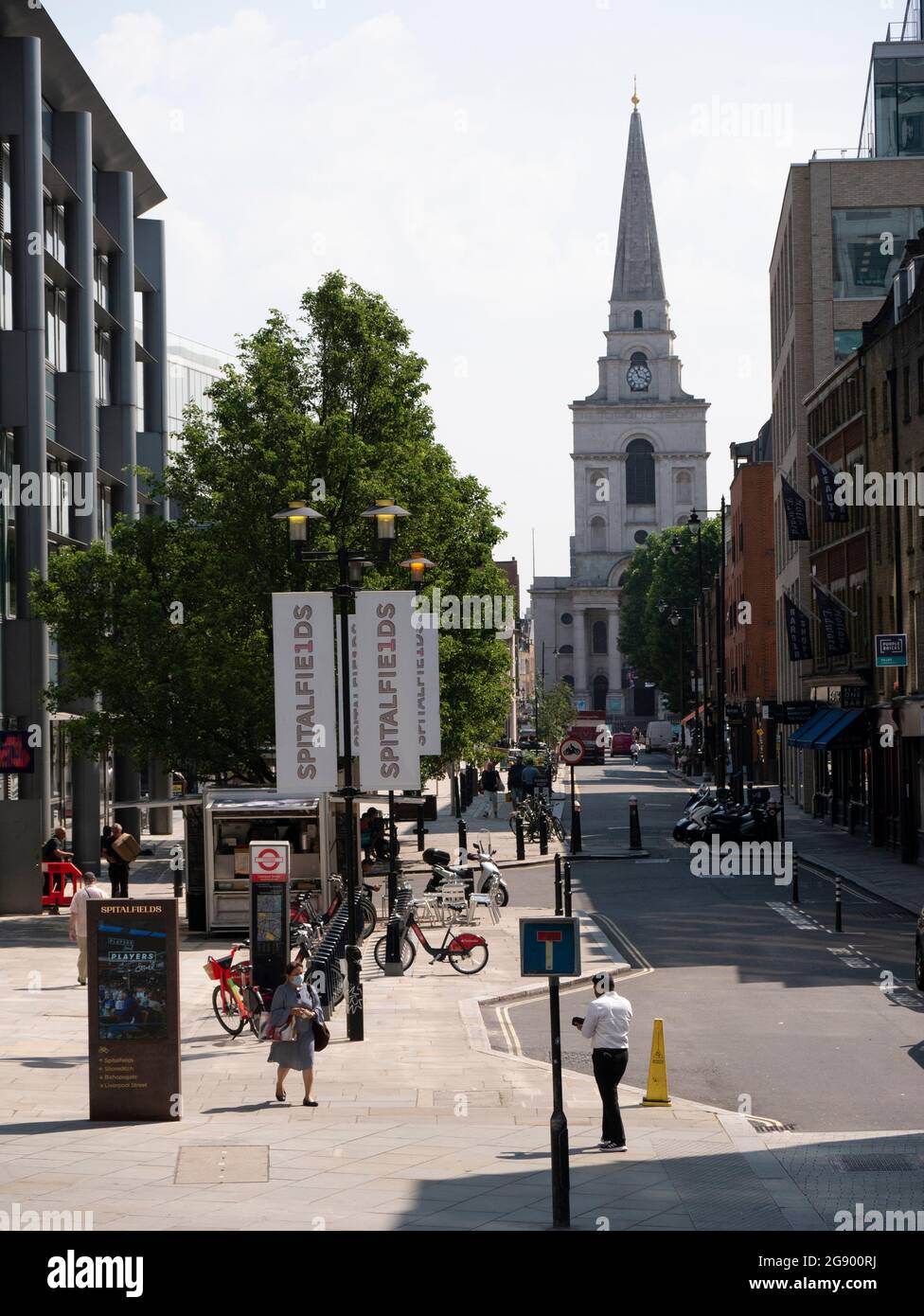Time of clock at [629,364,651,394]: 11:18
